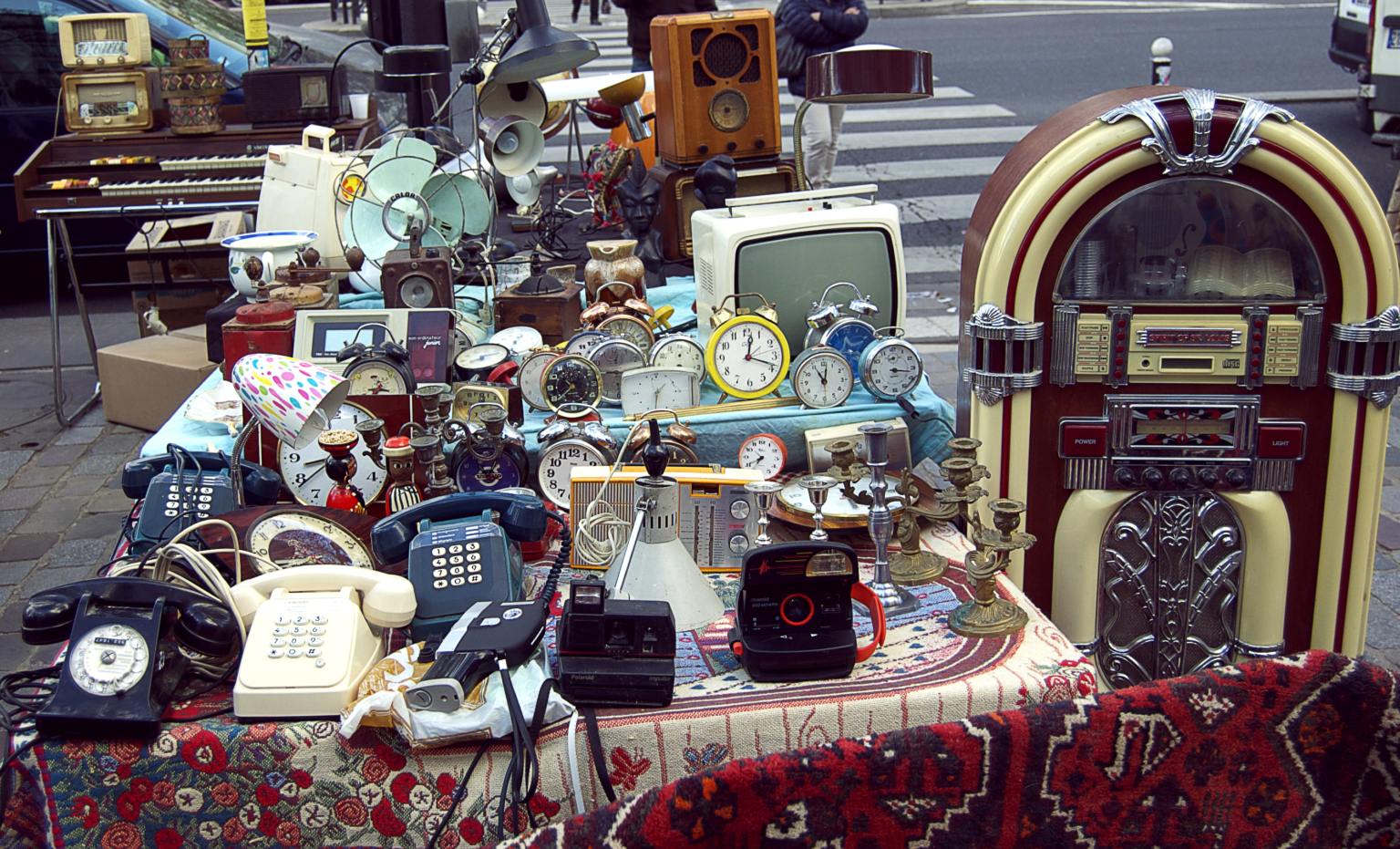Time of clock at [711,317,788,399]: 12:18
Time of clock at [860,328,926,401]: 3:16
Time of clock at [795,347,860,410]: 11:01
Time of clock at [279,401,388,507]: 8:38
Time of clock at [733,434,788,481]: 7:40
